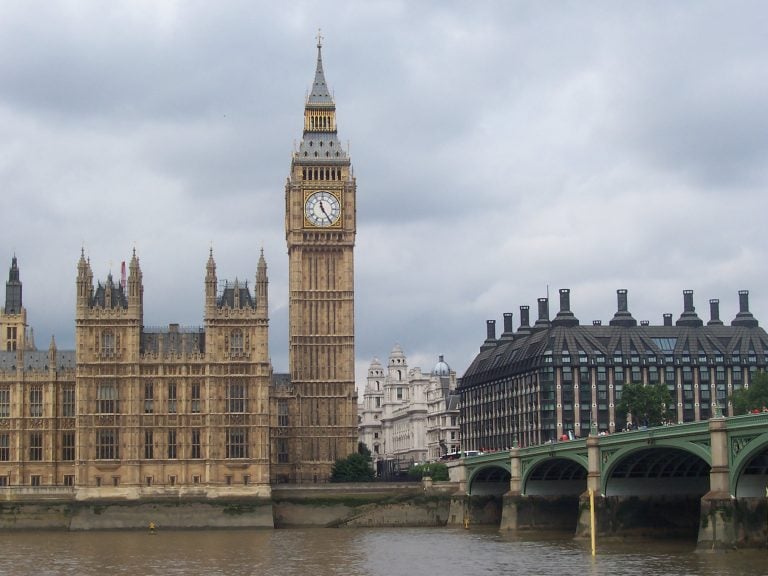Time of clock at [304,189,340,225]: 11:24
